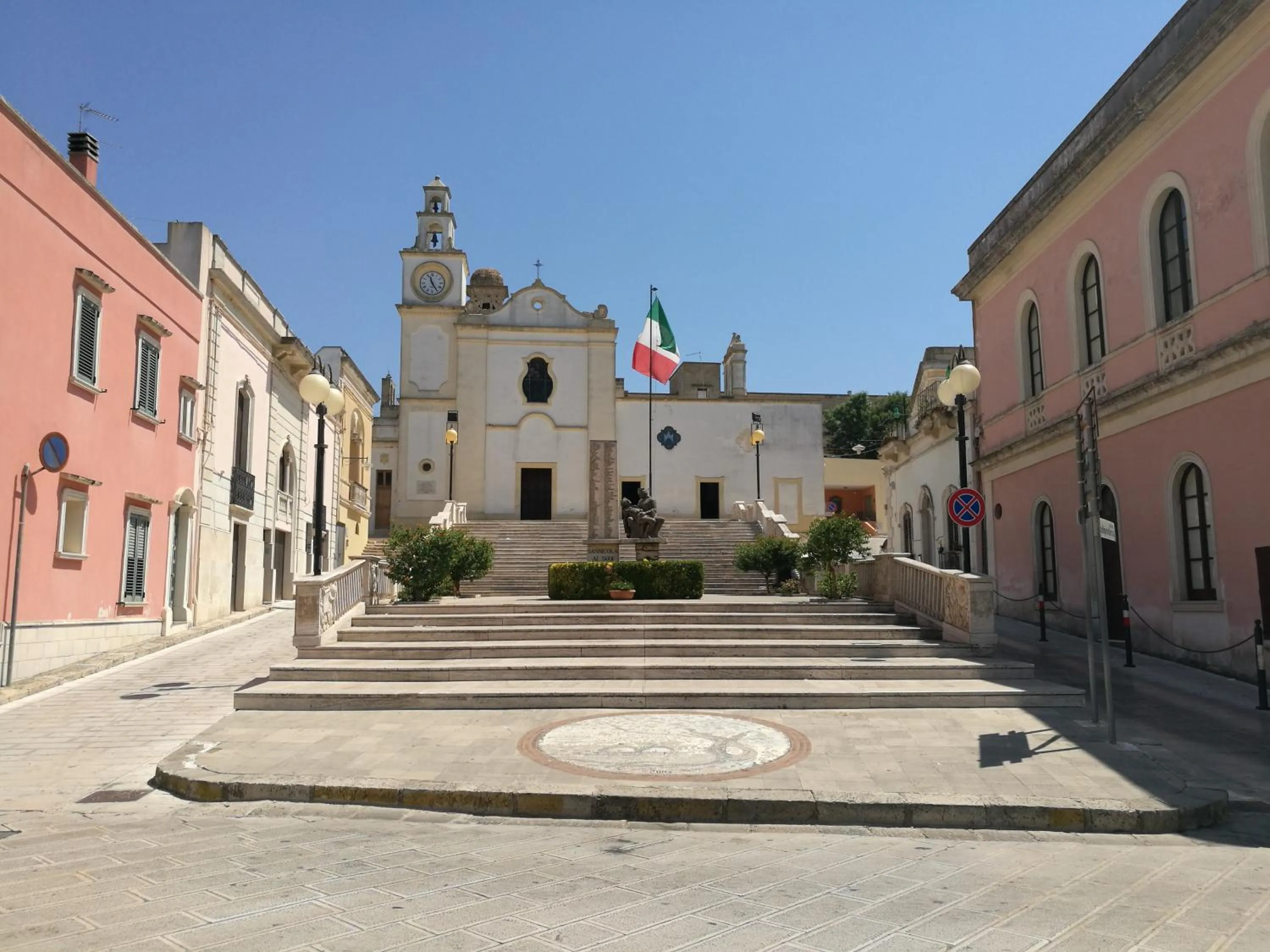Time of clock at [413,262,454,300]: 11:24
